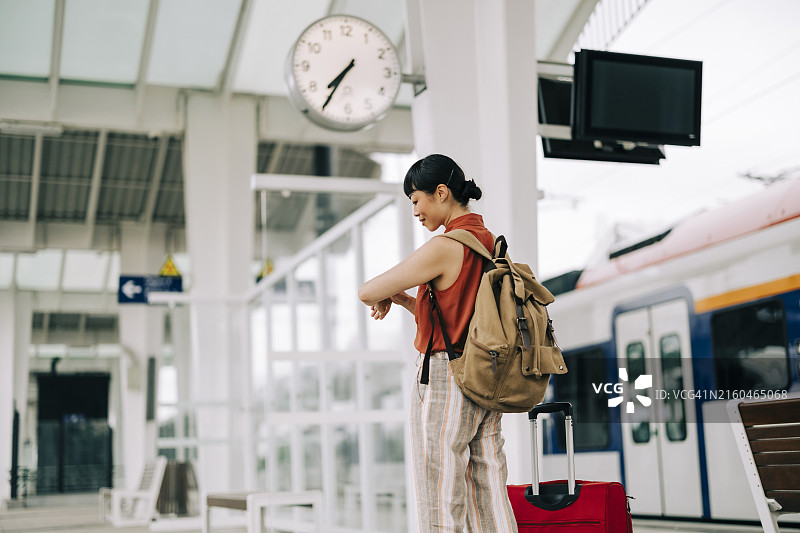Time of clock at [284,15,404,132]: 7:35
